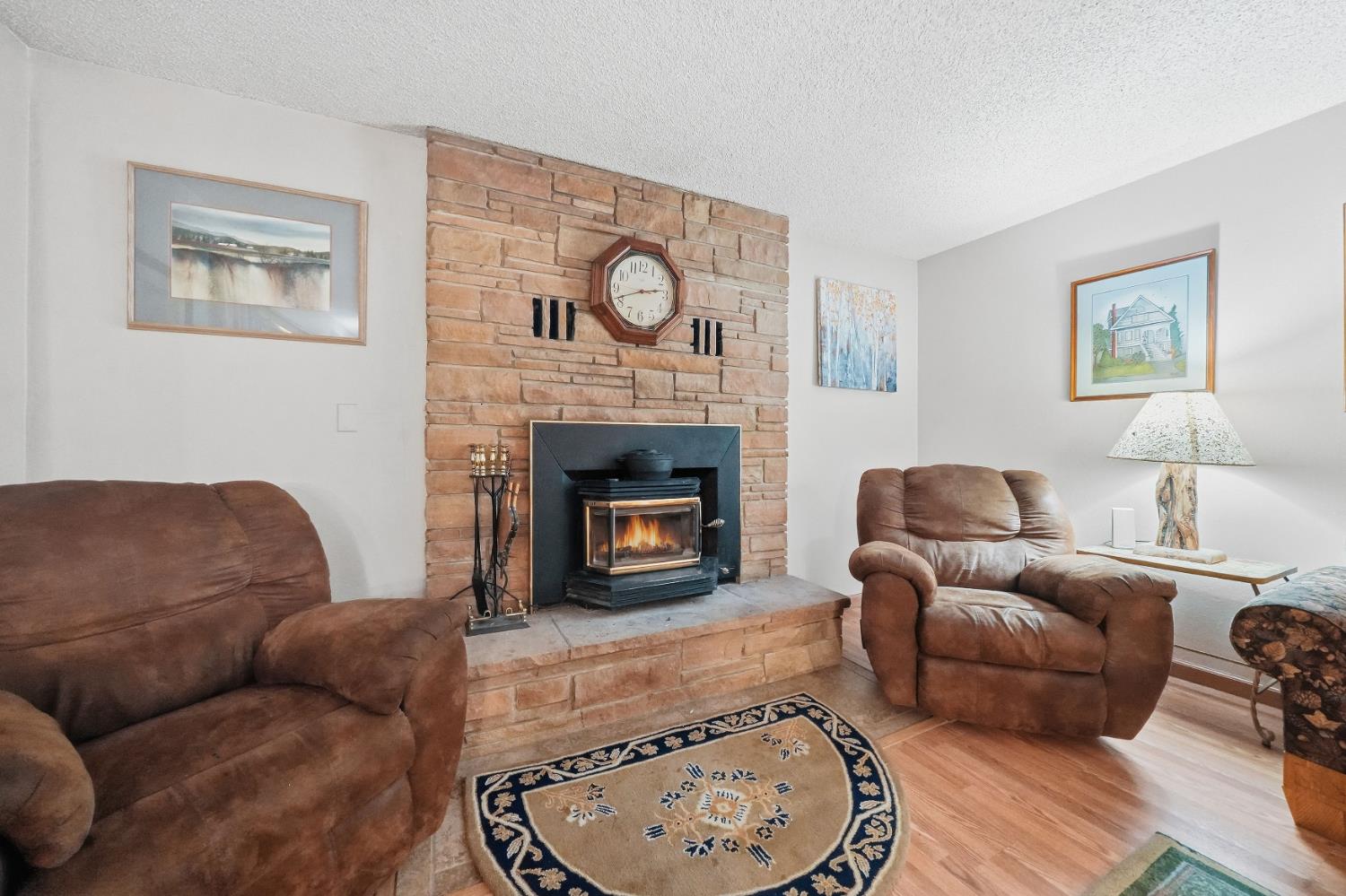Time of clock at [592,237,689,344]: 2:41
